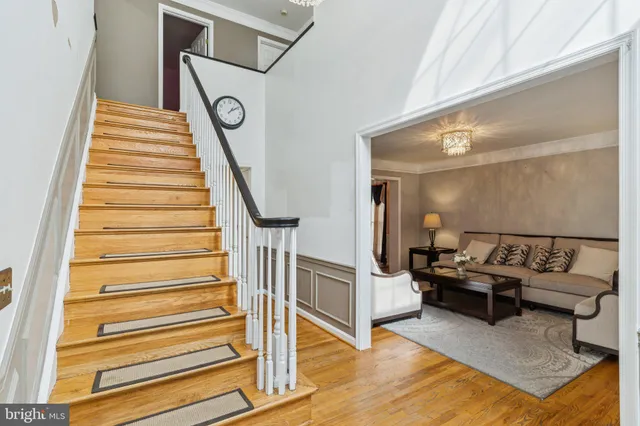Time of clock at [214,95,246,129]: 1:09
